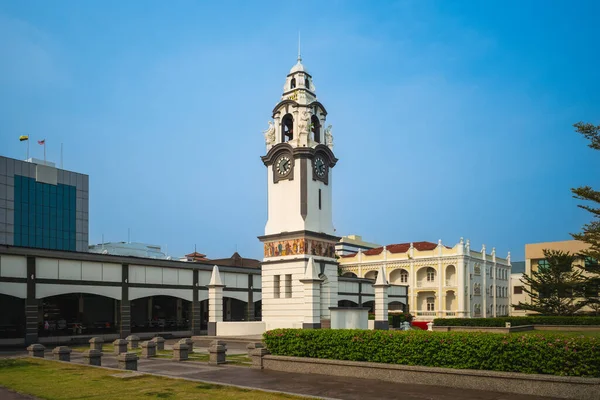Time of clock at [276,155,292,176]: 5:08
